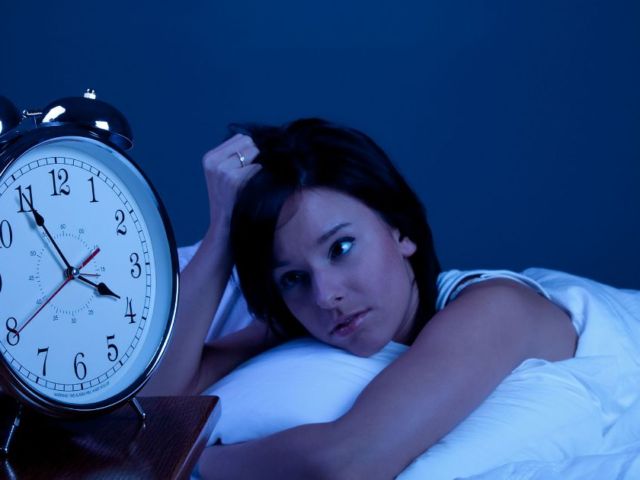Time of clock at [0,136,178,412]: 3:54
